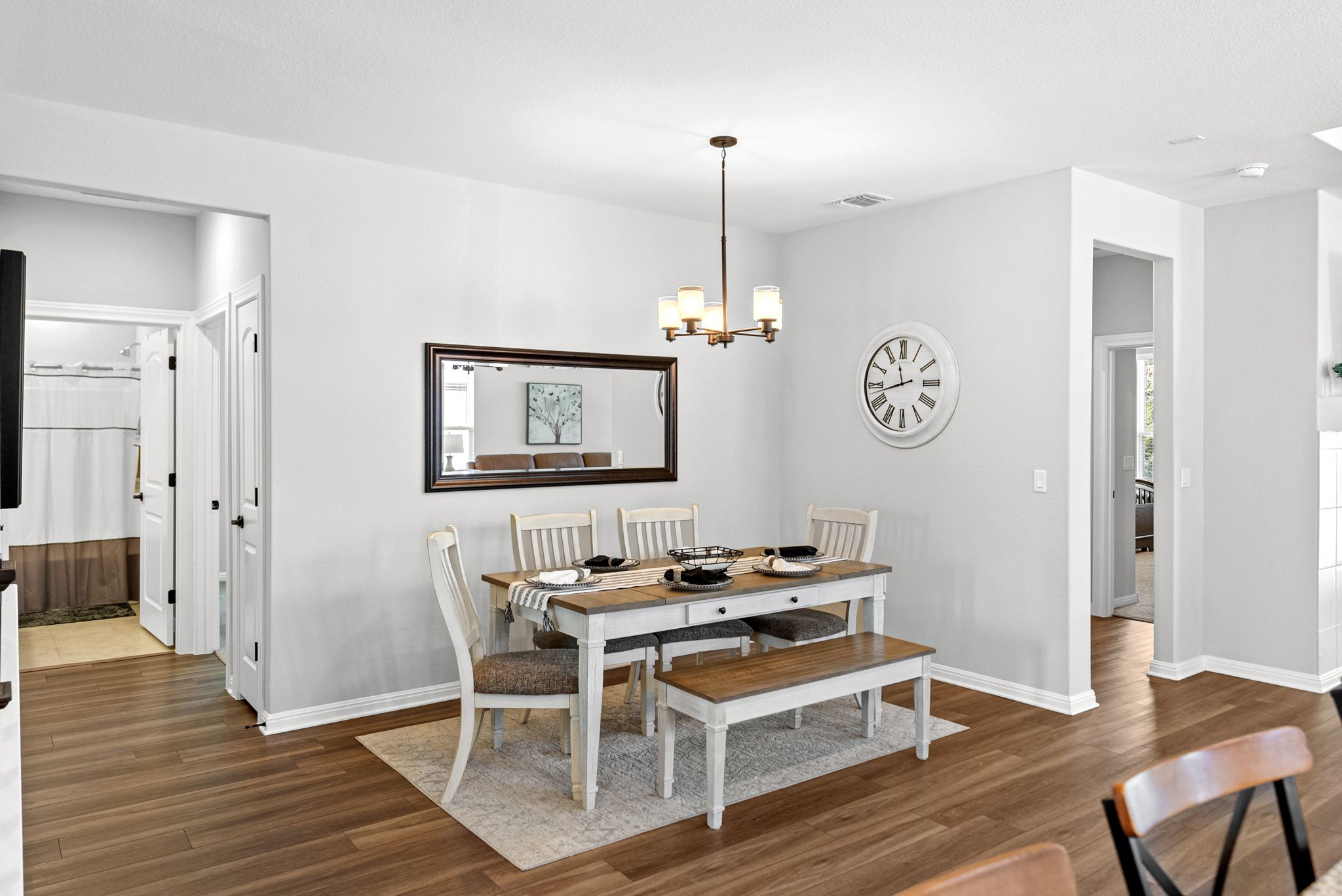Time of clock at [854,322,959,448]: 11:42
